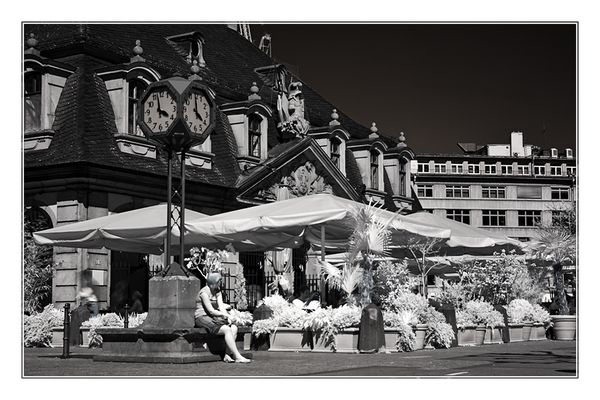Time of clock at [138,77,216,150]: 3:58
